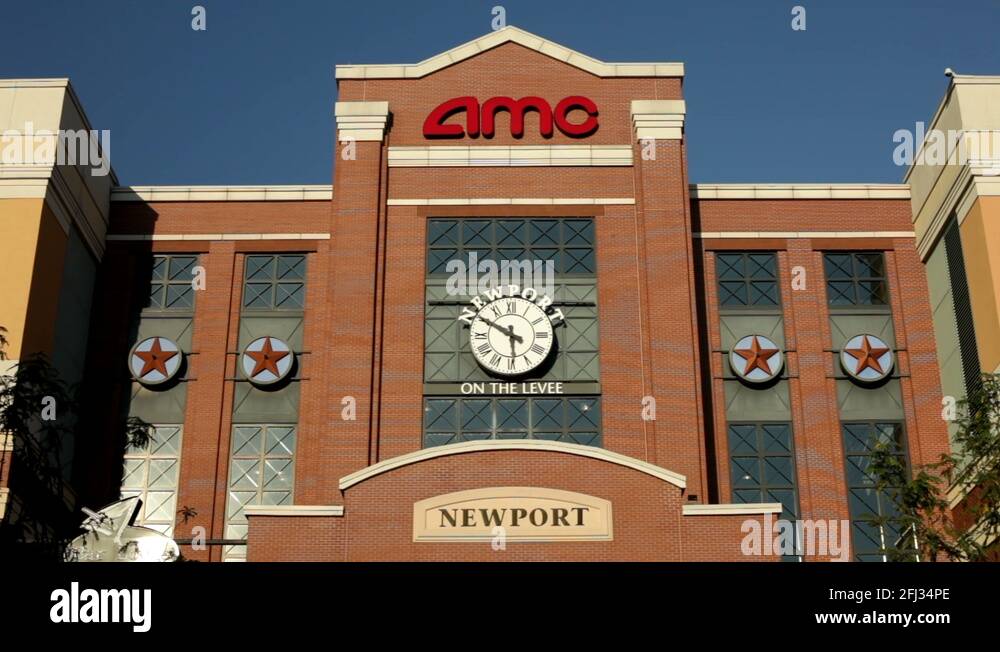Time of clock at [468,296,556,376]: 5:49
